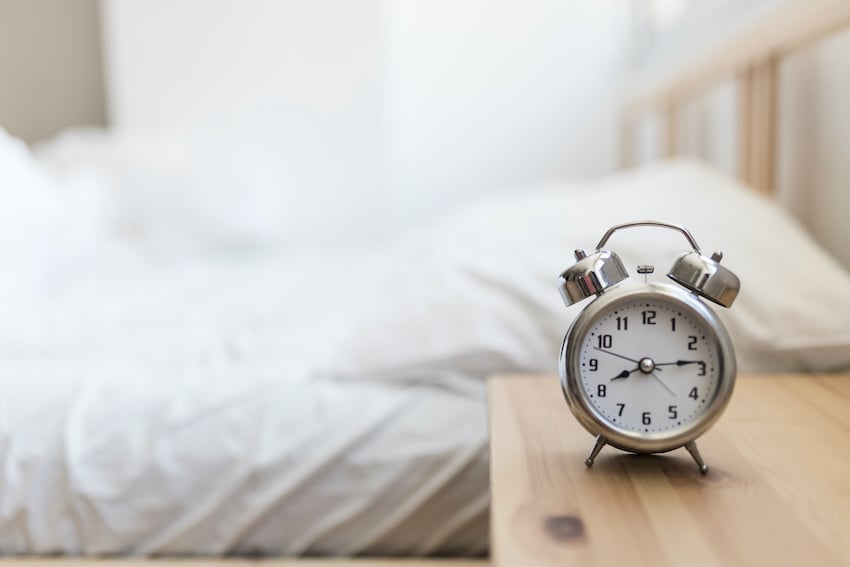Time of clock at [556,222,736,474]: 8:14
